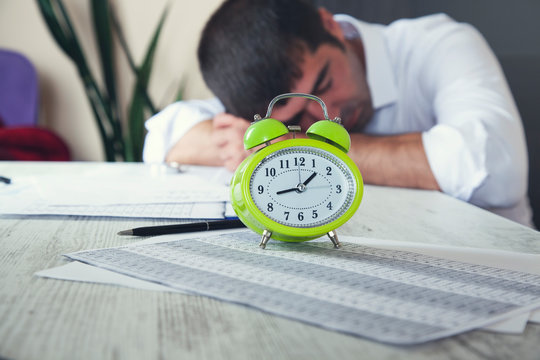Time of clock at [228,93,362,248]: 1:42
